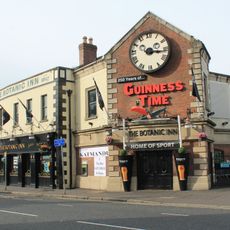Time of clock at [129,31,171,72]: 3:15
